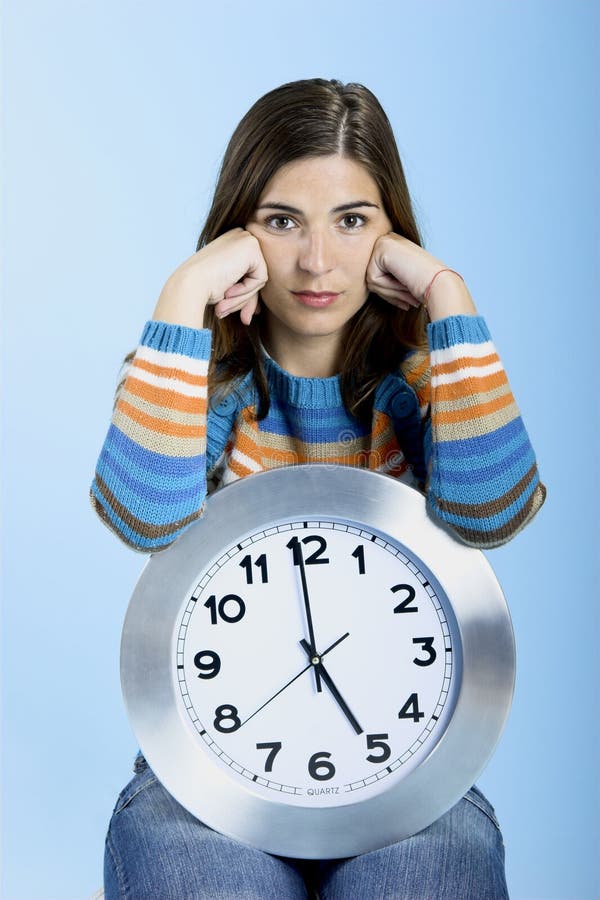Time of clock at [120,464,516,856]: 4:59
